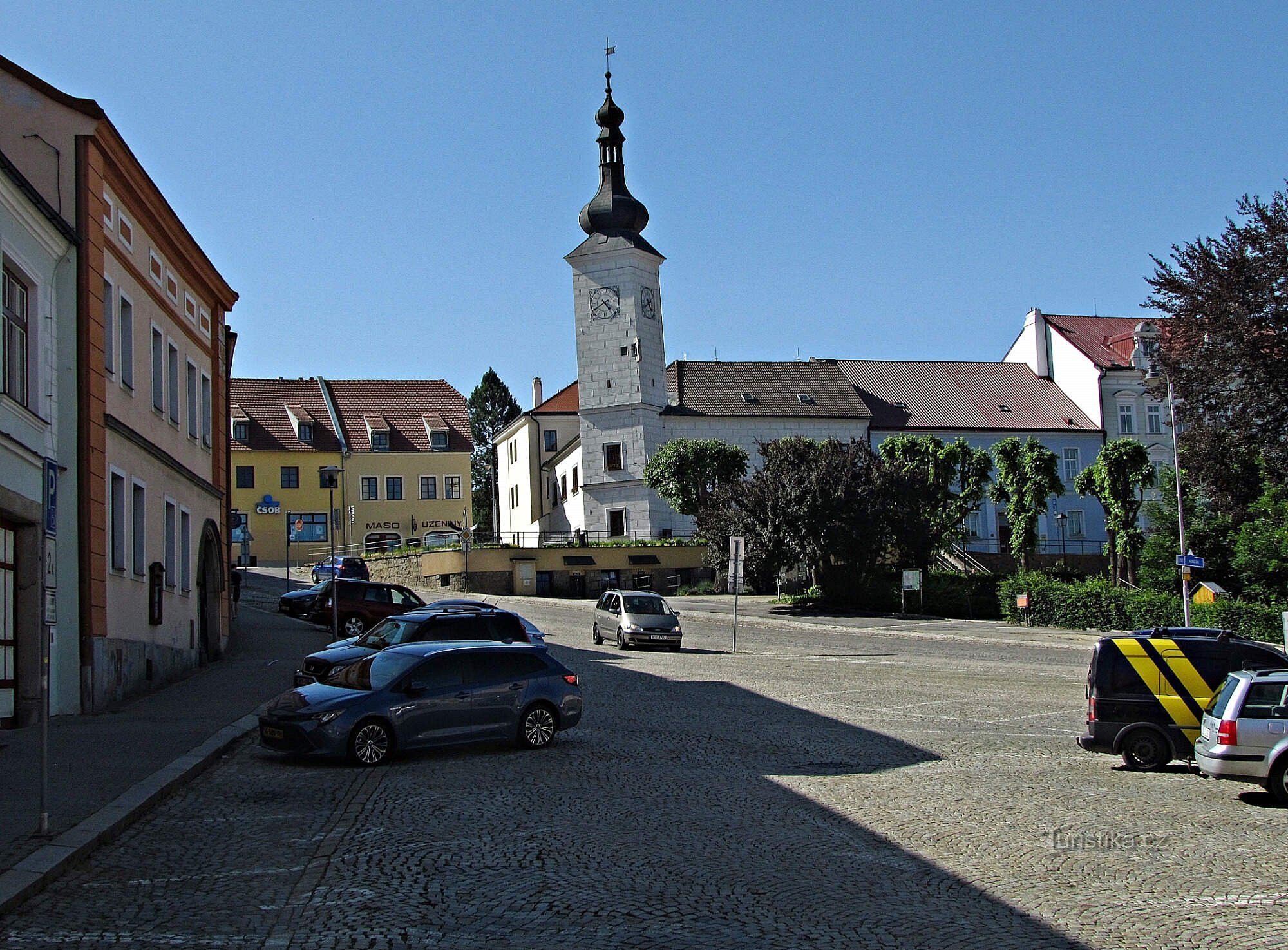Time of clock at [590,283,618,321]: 4:40
